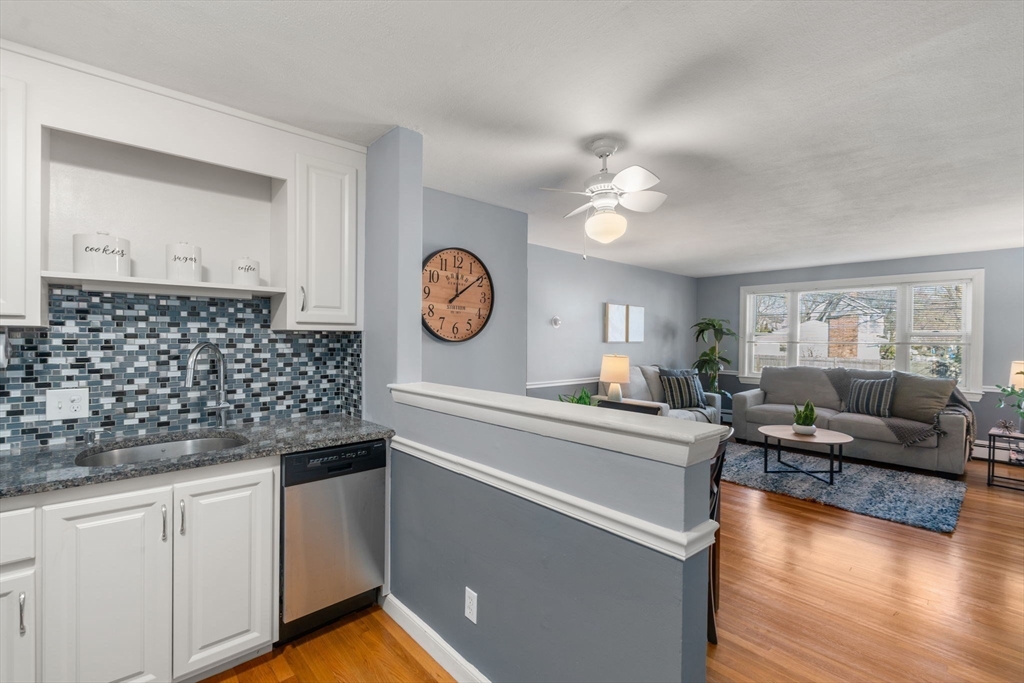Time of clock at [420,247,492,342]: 12:08
